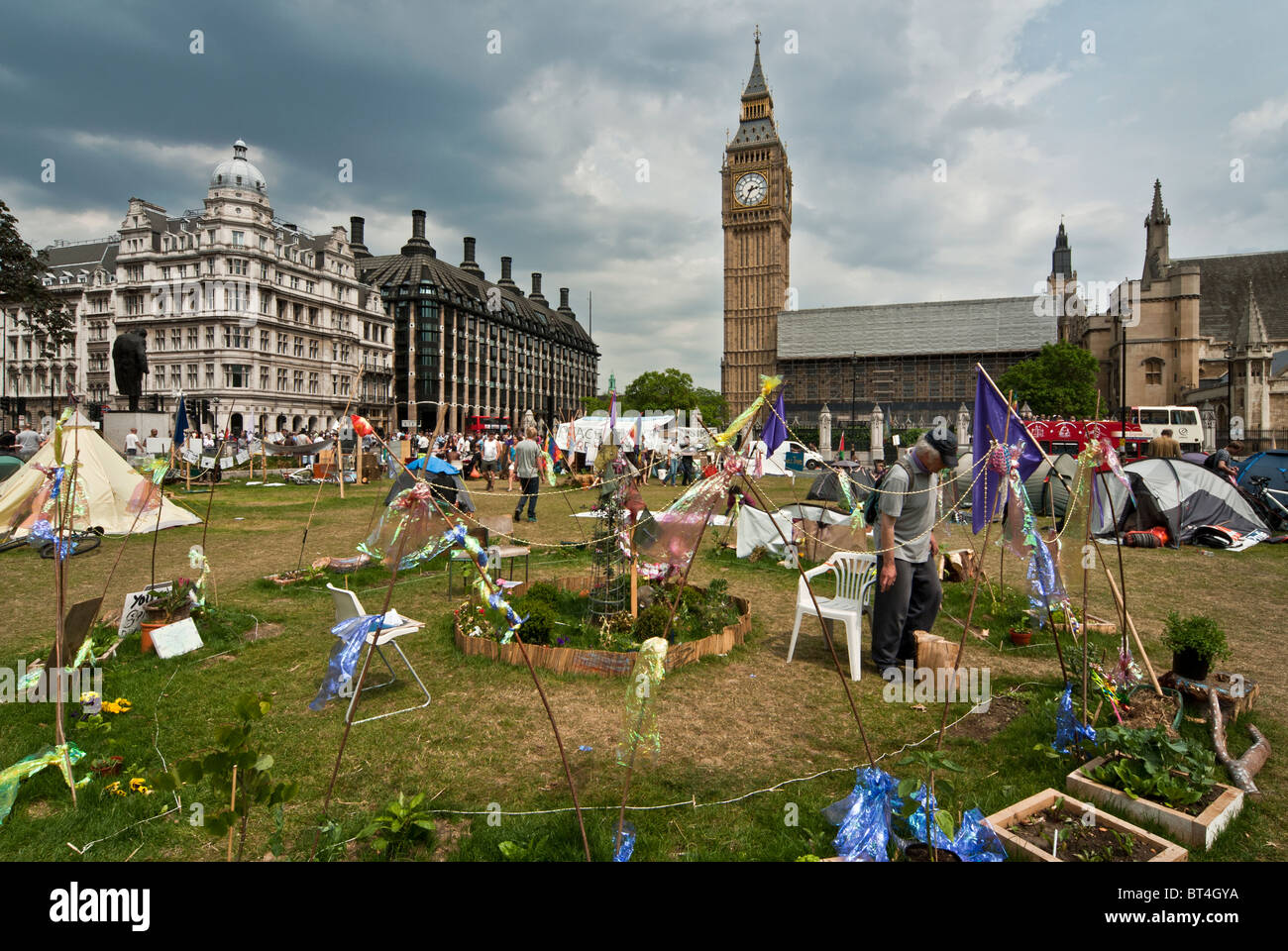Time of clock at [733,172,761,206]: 2:34
